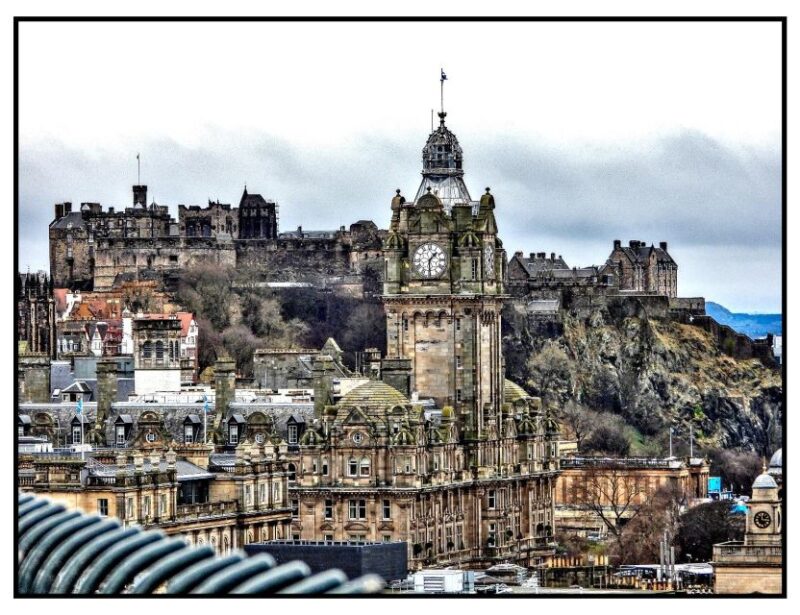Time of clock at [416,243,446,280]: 1:30
